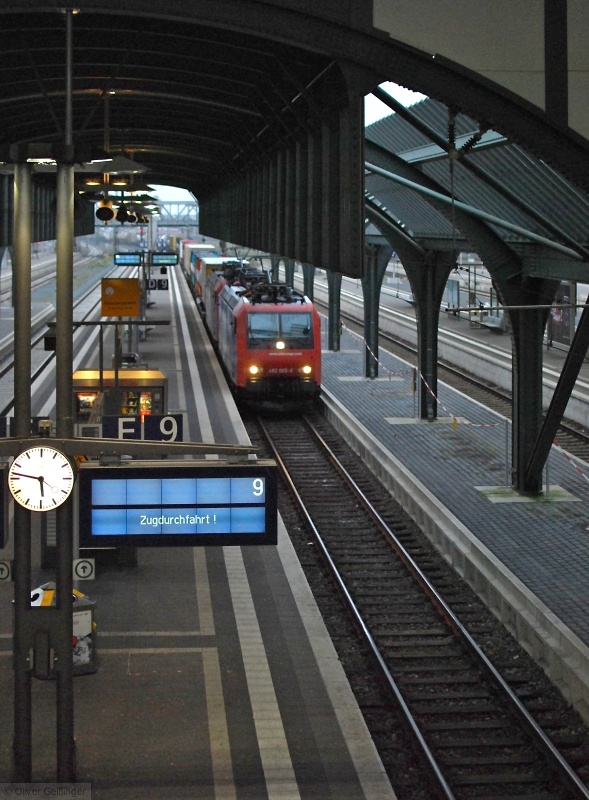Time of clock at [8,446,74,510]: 5:46
